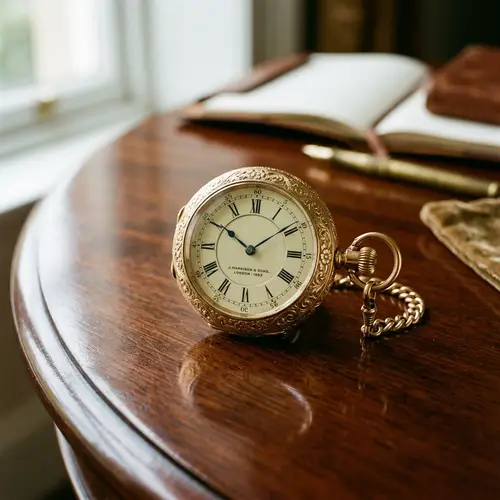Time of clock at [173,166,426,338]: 1:50
